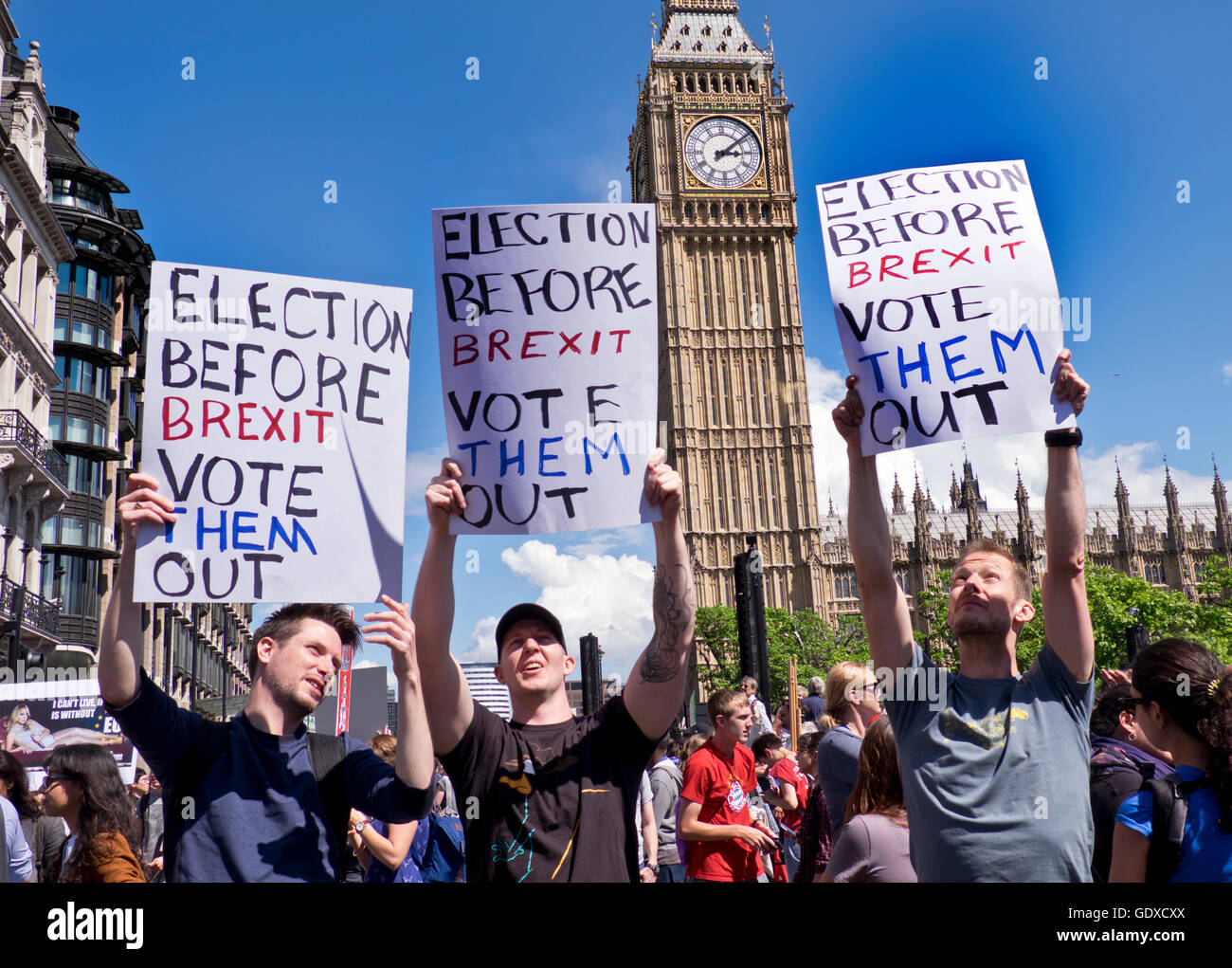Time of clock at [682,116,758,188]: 3:08
